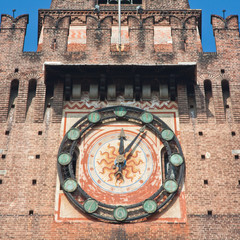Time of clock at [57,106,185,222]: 12:05
